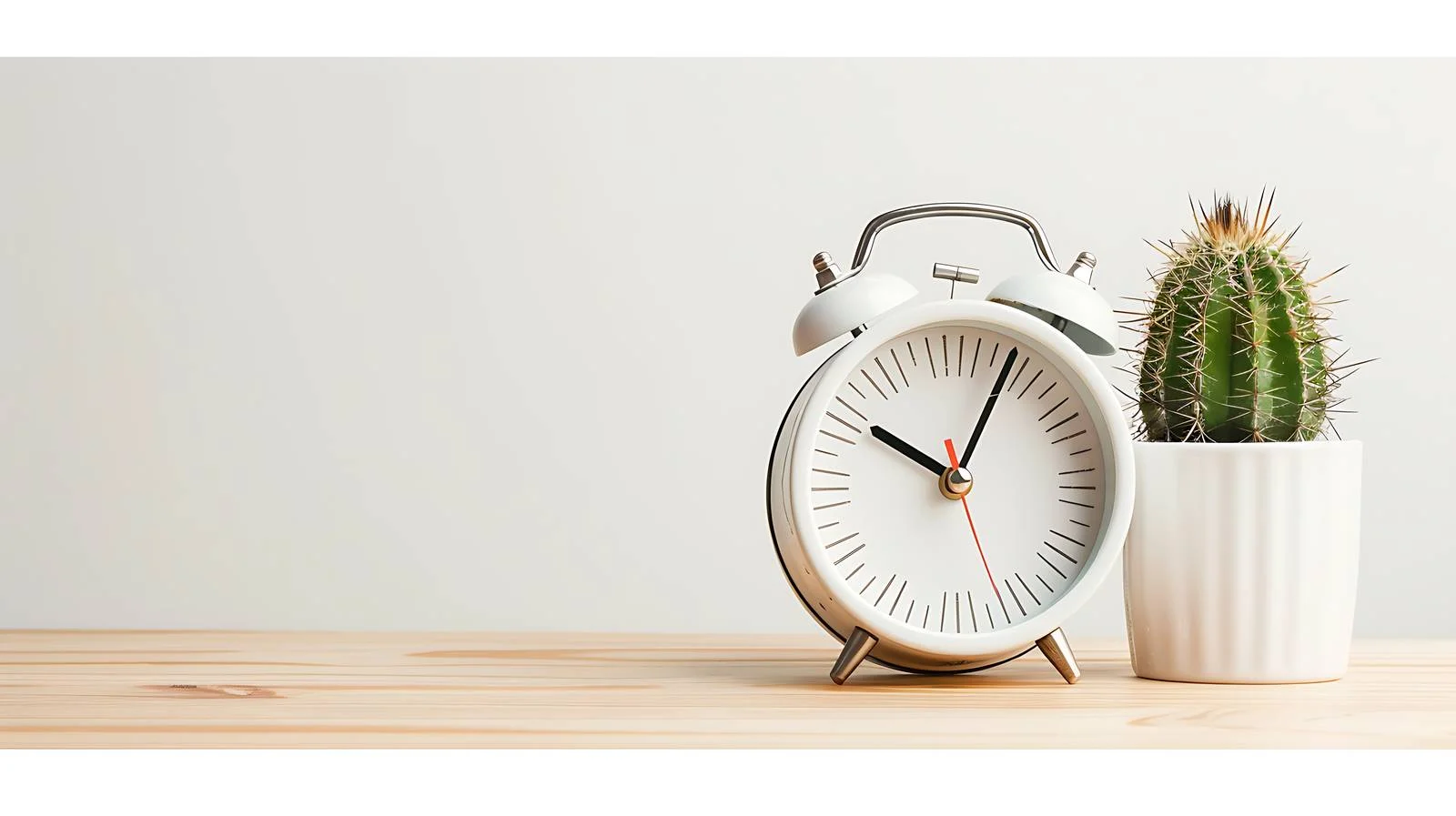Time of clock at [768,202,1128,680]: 10:04
